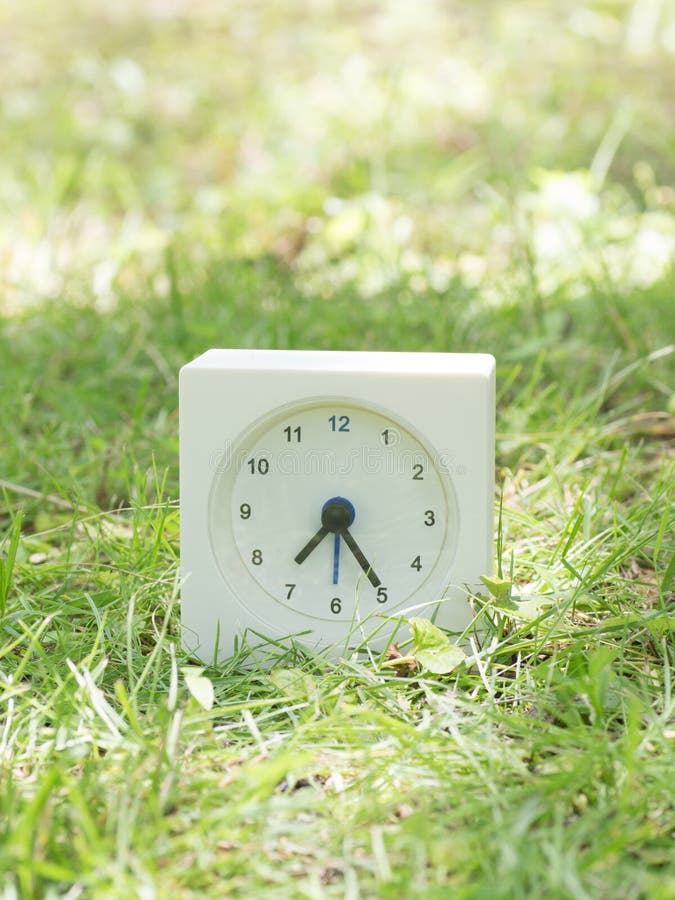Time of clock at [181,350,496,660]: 7:24
